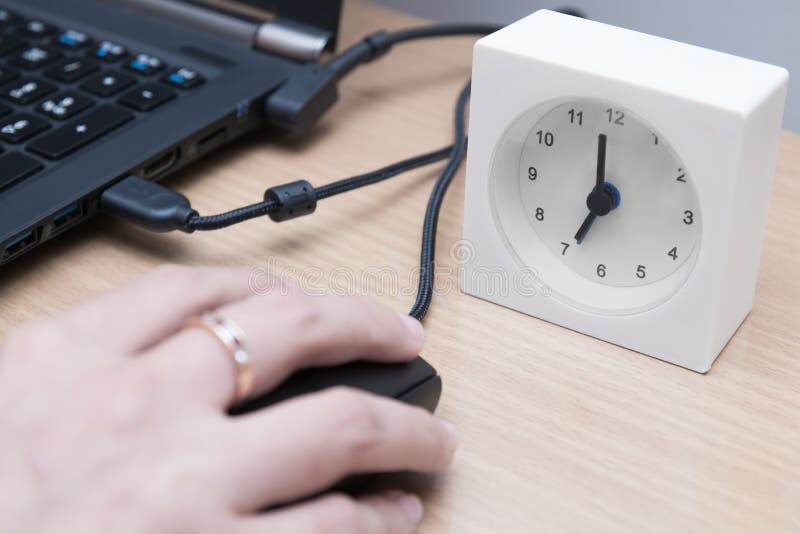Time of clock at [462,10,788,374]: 6:58
